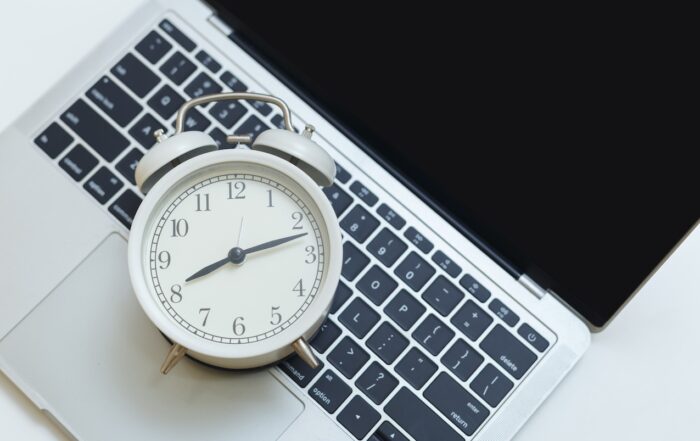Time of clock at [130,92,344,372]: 8:12
